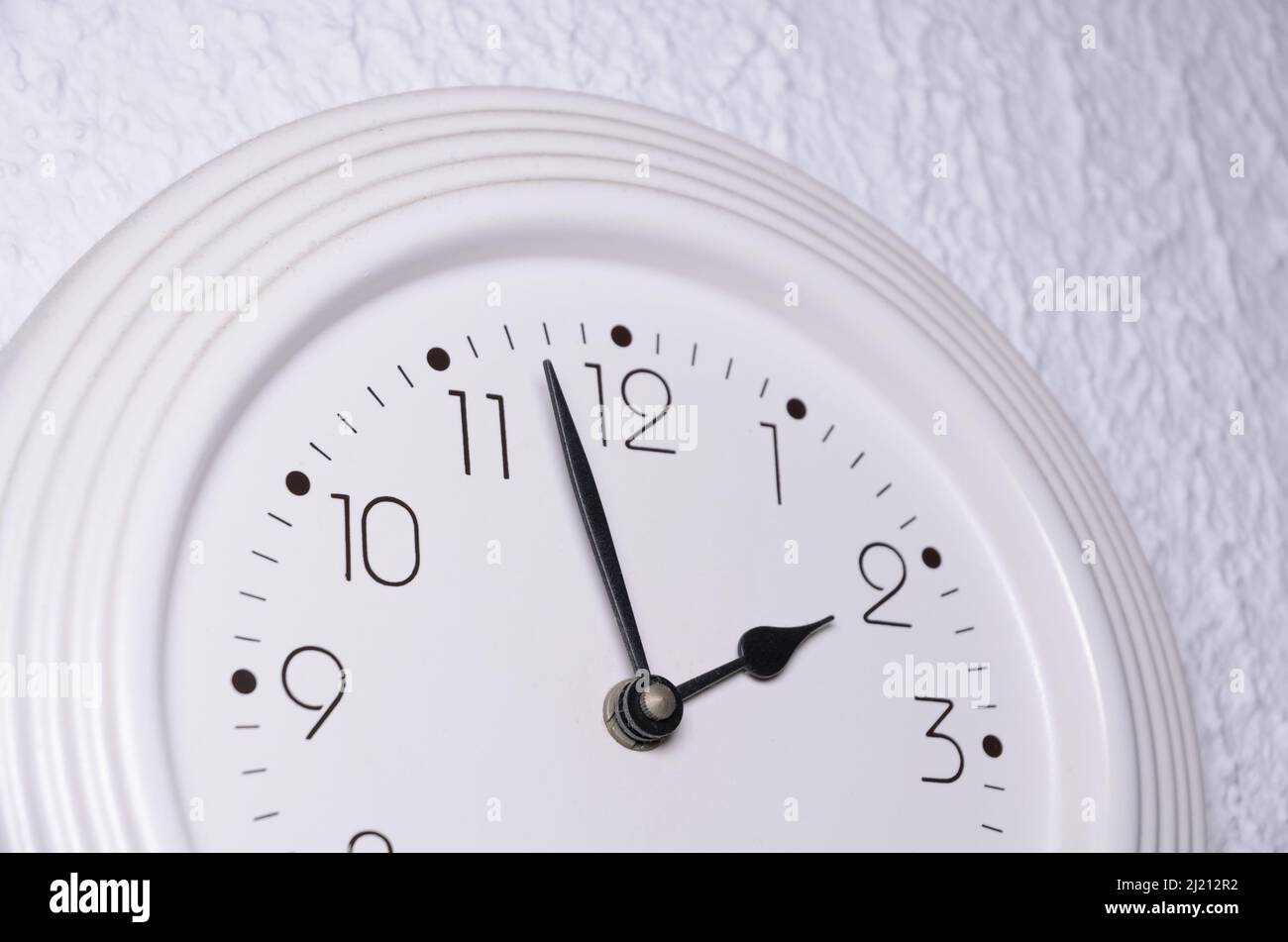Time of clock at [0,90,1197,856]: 1:57
